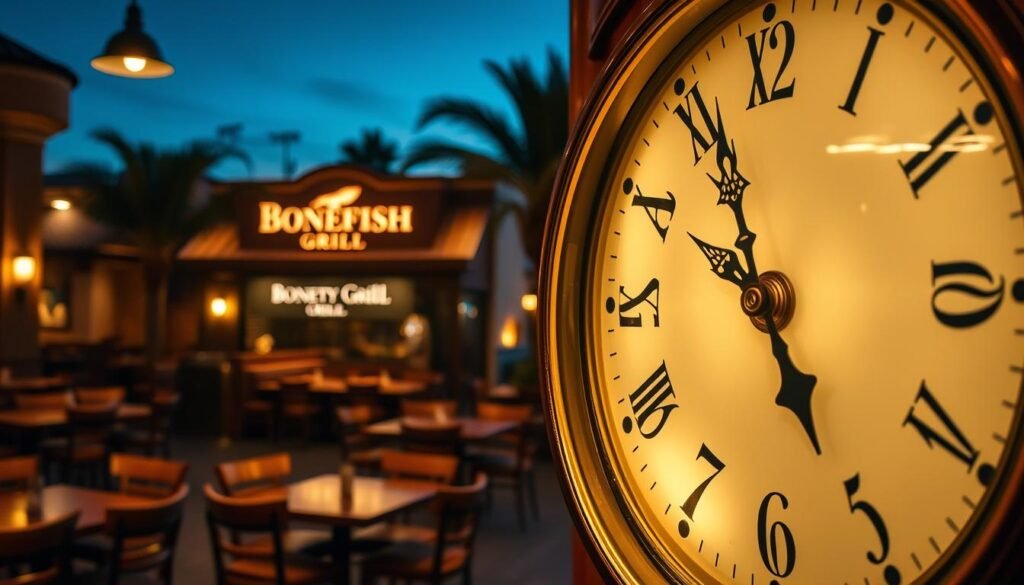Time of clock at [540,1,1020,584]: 4:56
